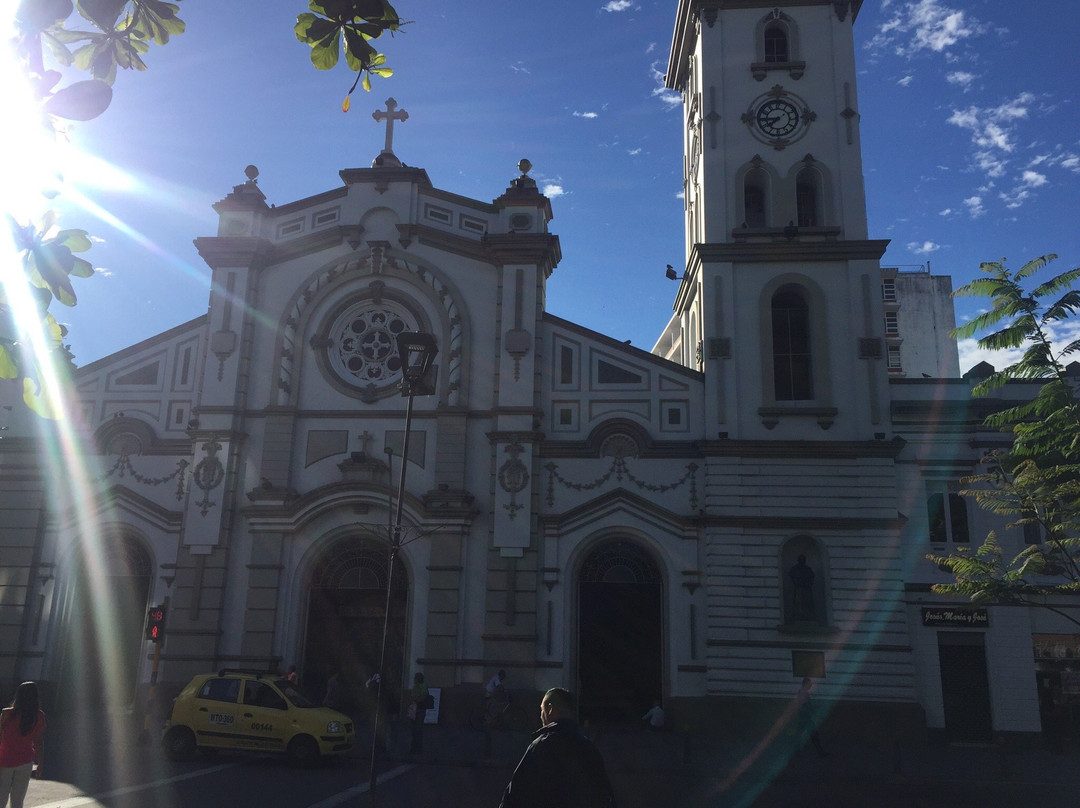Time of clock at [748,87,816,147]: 7:43
